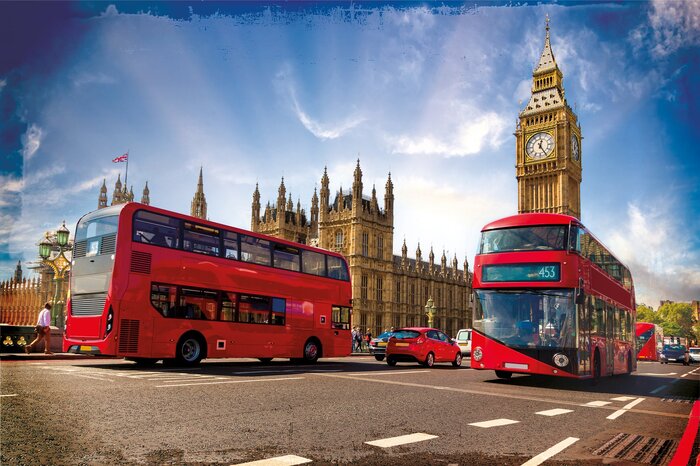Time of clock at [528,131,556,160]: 12:24
